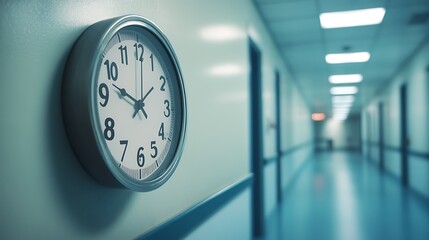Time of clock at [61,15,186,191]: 1:47
